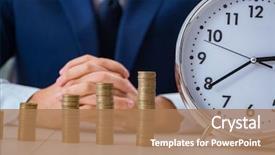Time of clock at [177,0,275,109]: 3:39
